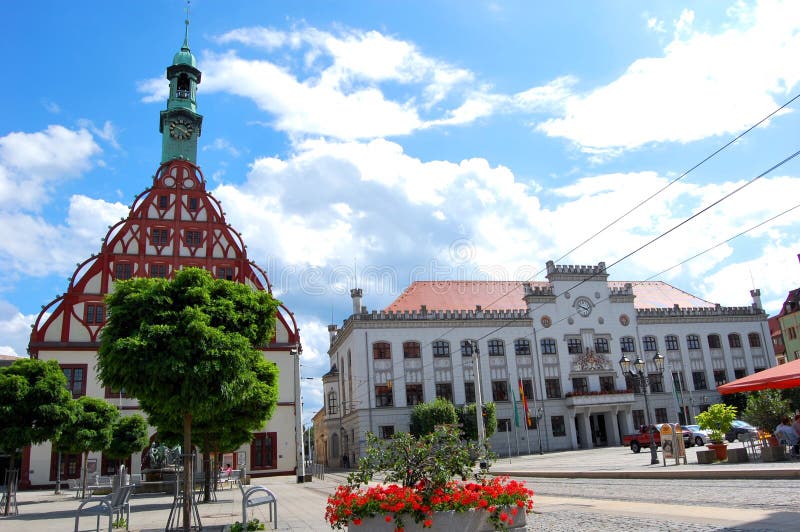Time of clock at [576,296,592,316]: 3:47
